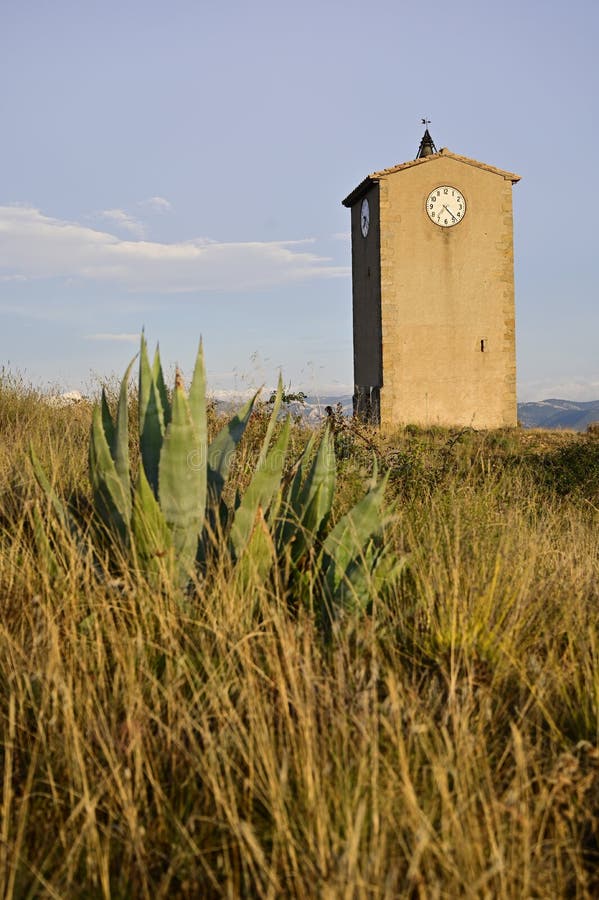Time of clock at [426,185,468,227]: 7:23
